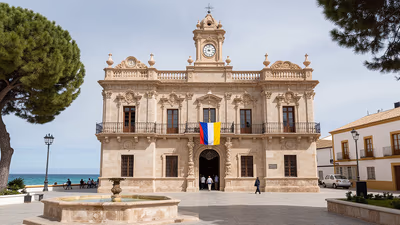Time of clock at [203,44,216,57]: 8:12
